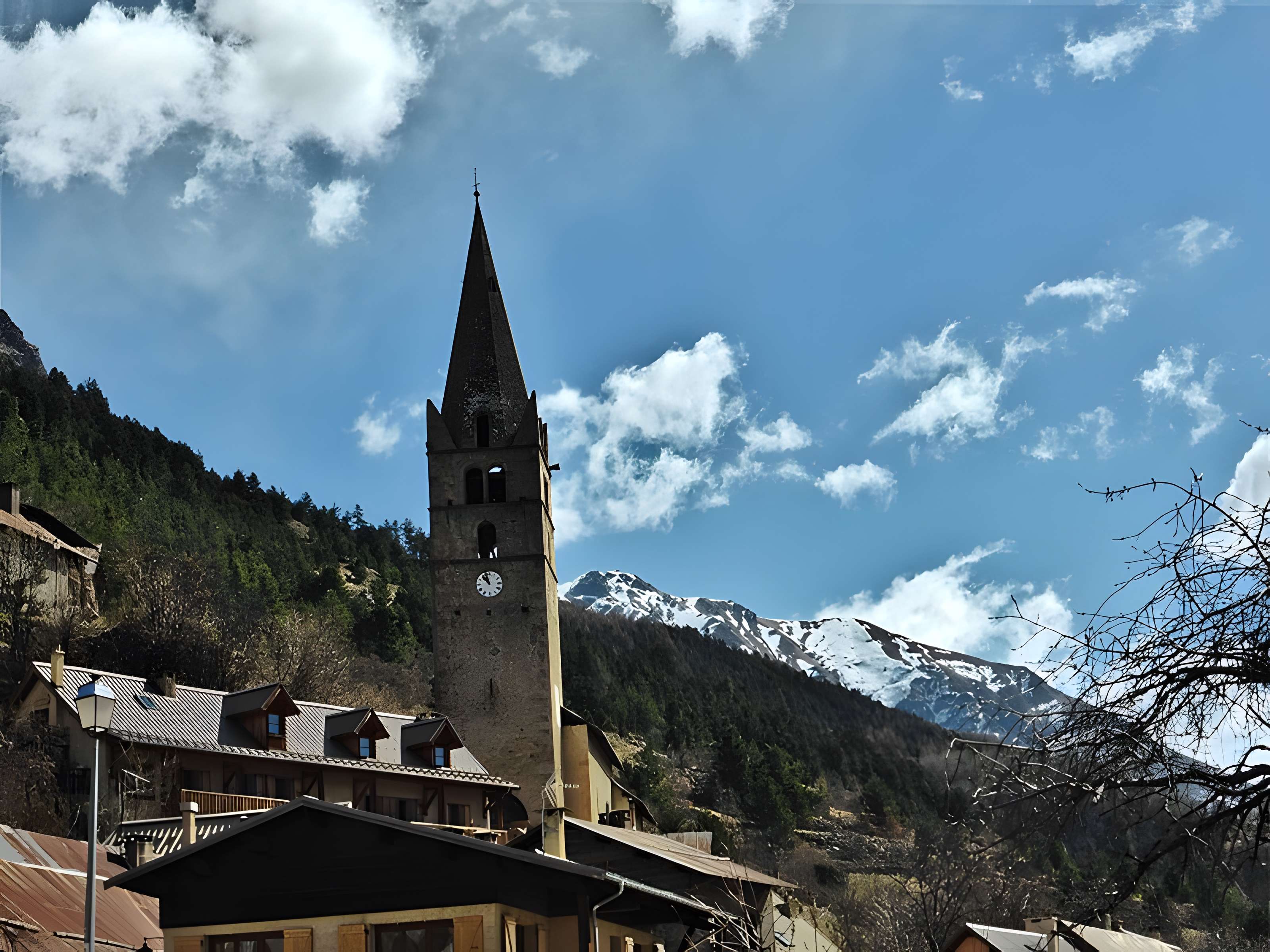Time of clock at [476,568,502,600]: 10:57
